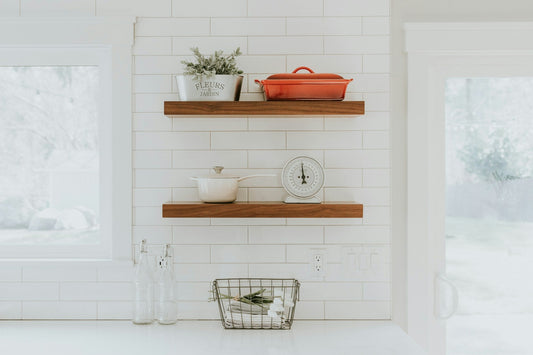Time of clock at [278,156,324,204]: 5:59
